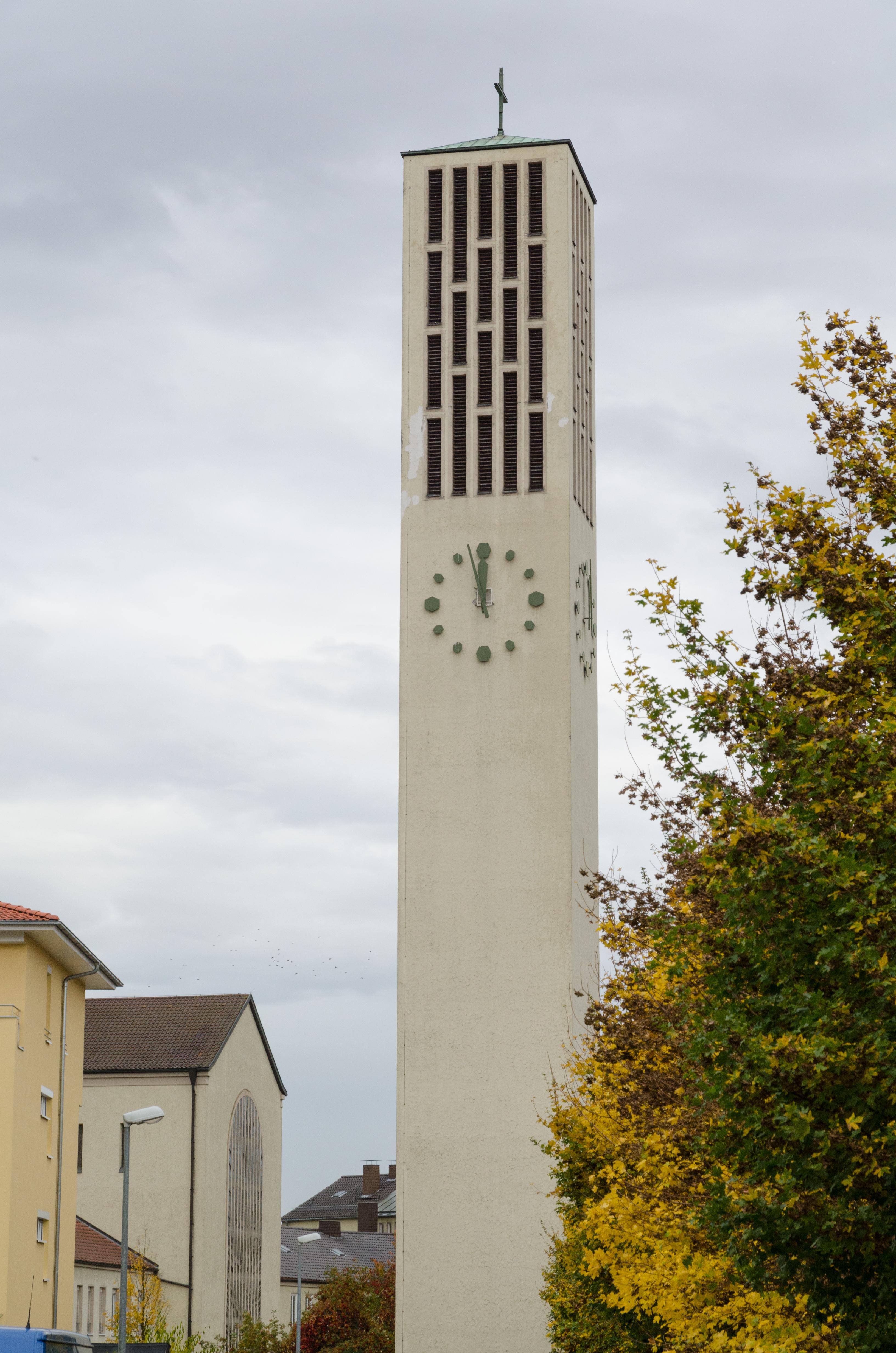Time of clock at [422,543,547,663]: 11:57
